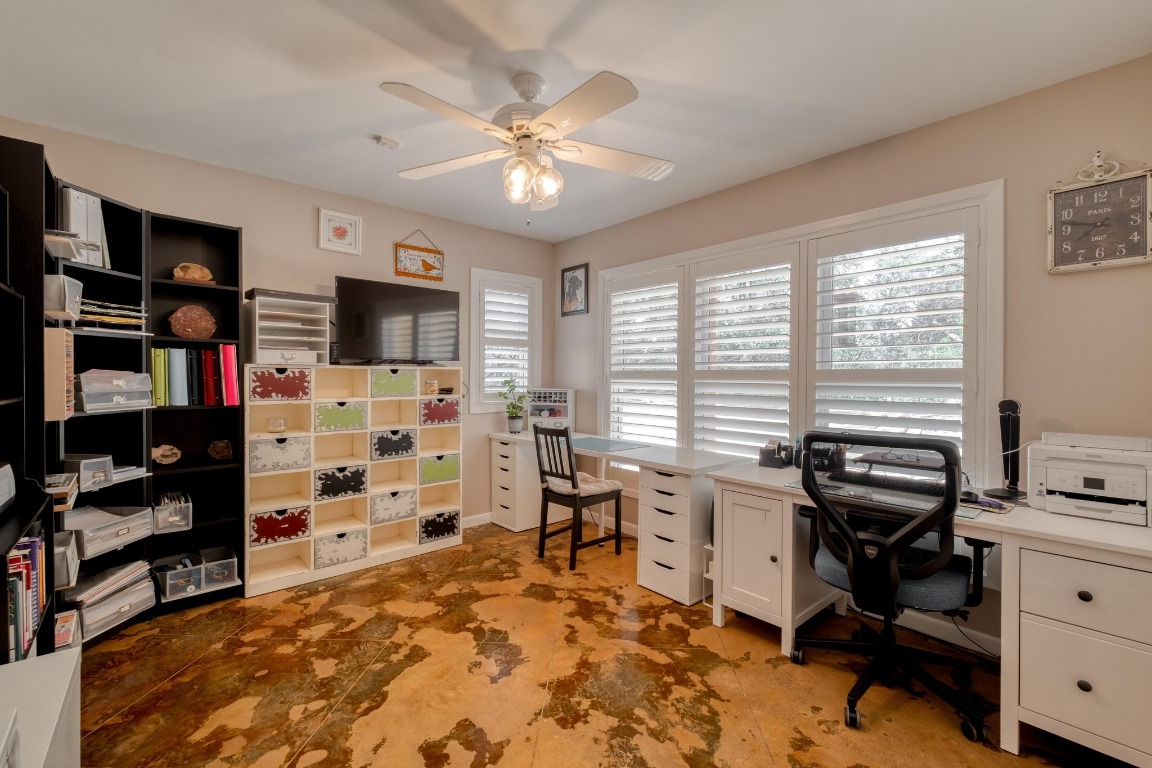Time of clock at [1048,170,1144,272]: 7:47
